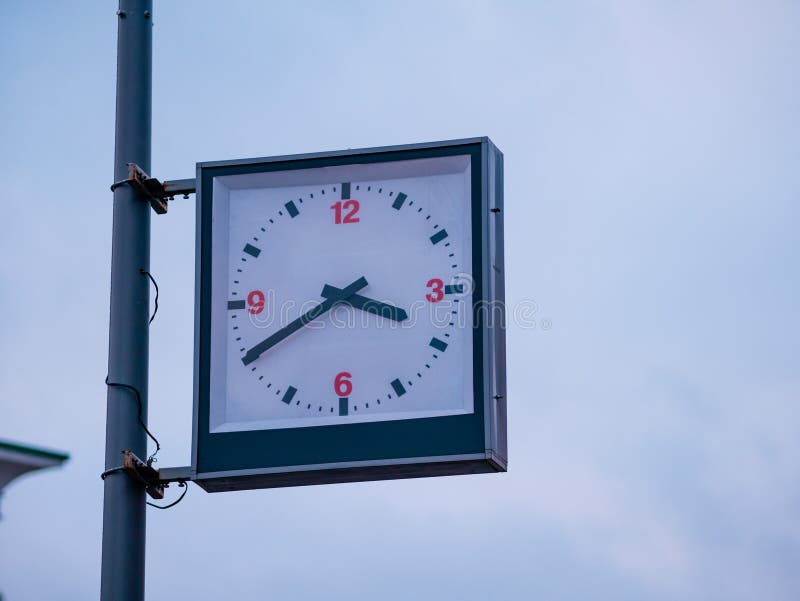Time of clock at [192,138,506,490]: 3:40
